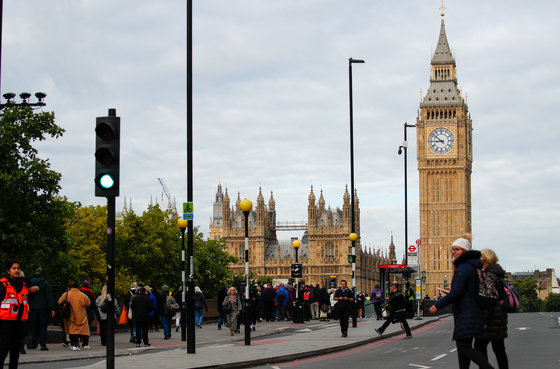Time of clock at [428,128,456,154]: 8:51
